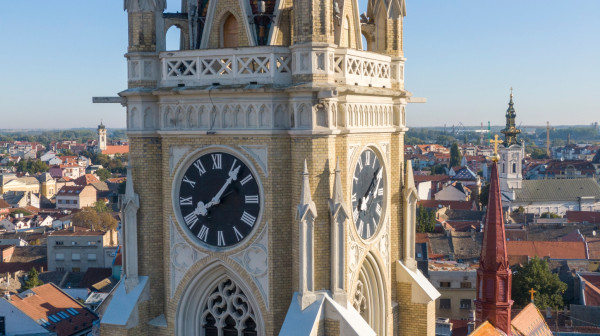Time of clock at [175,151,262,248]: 8:06
